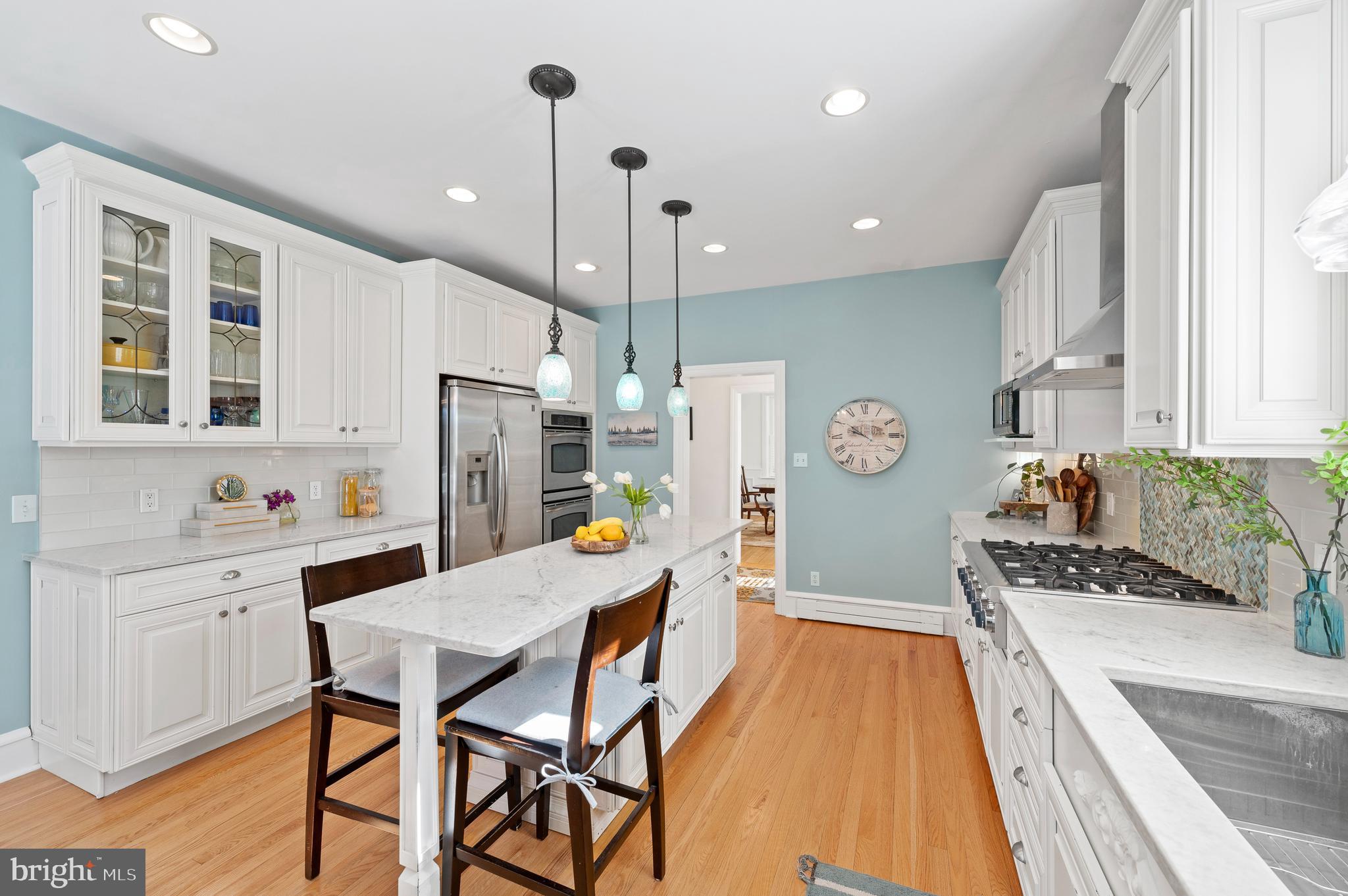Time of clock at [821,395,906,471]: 9:50
